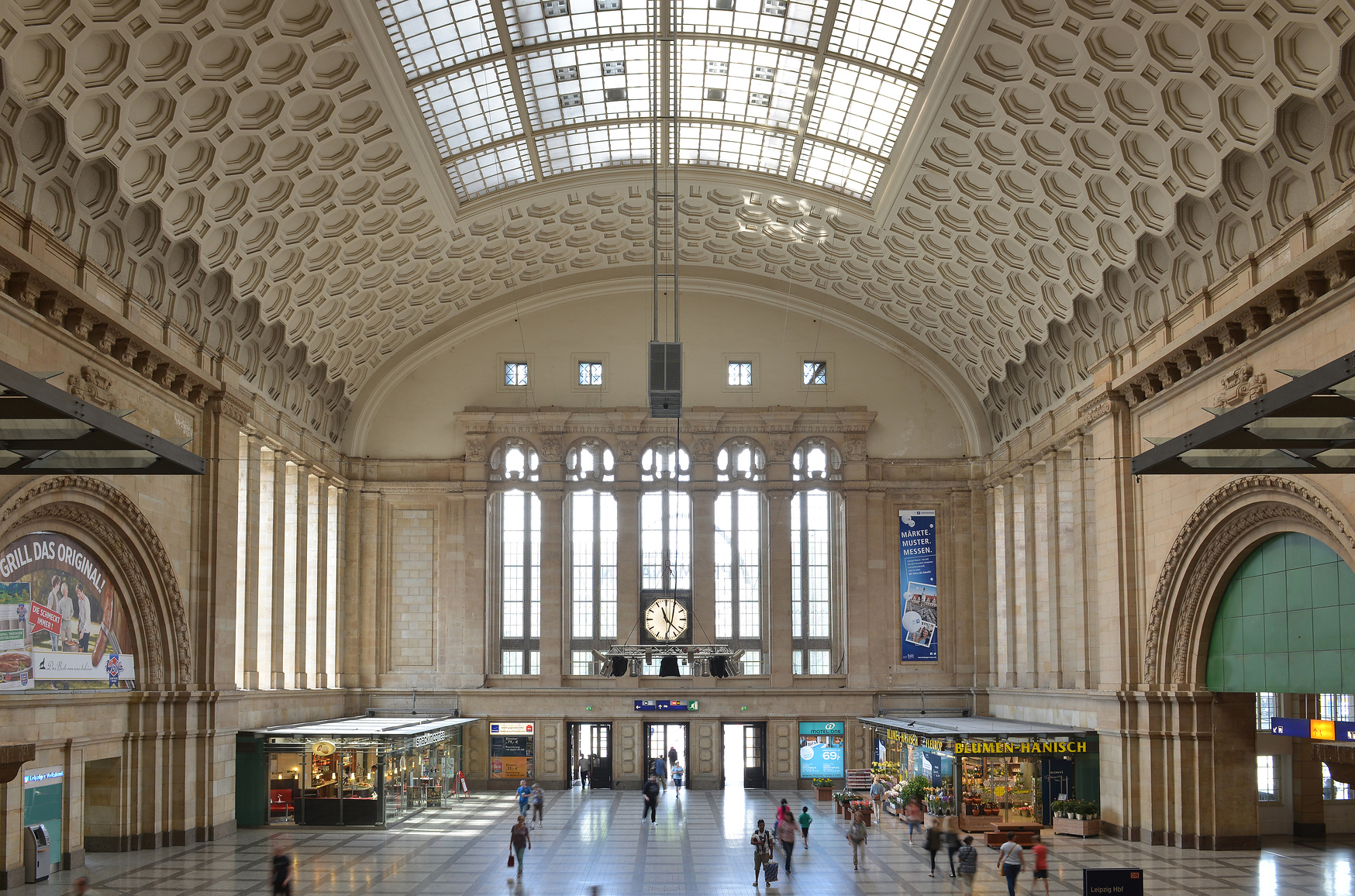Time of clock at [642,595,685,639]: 11:22
